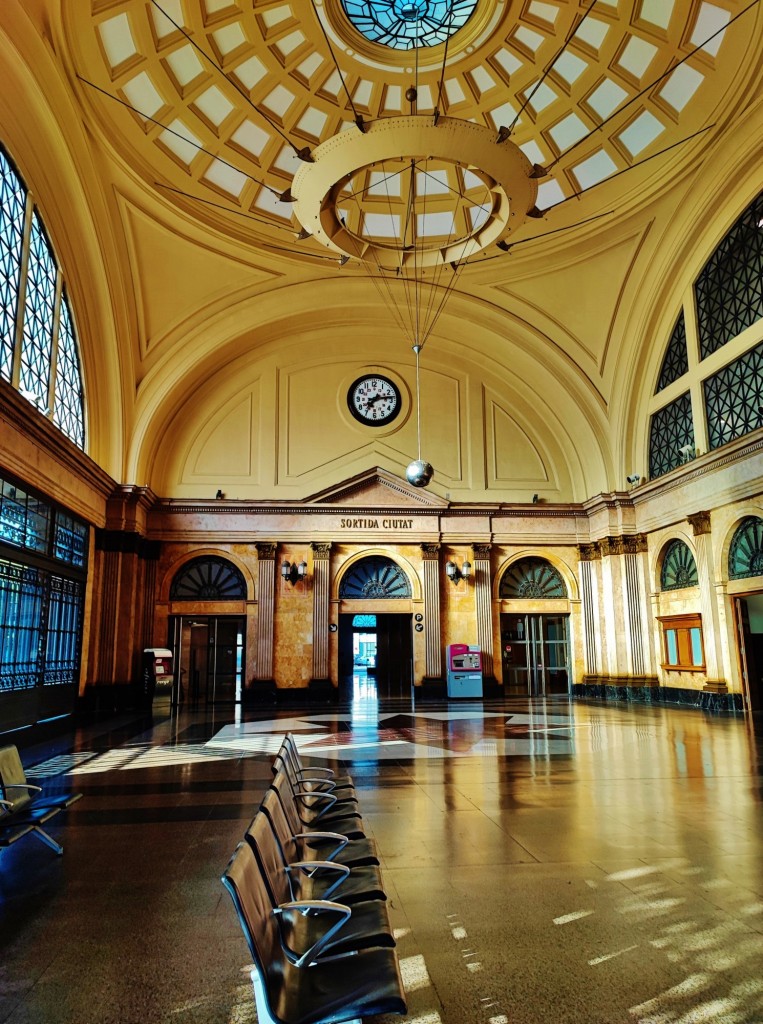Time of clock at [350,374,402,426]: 7:13
